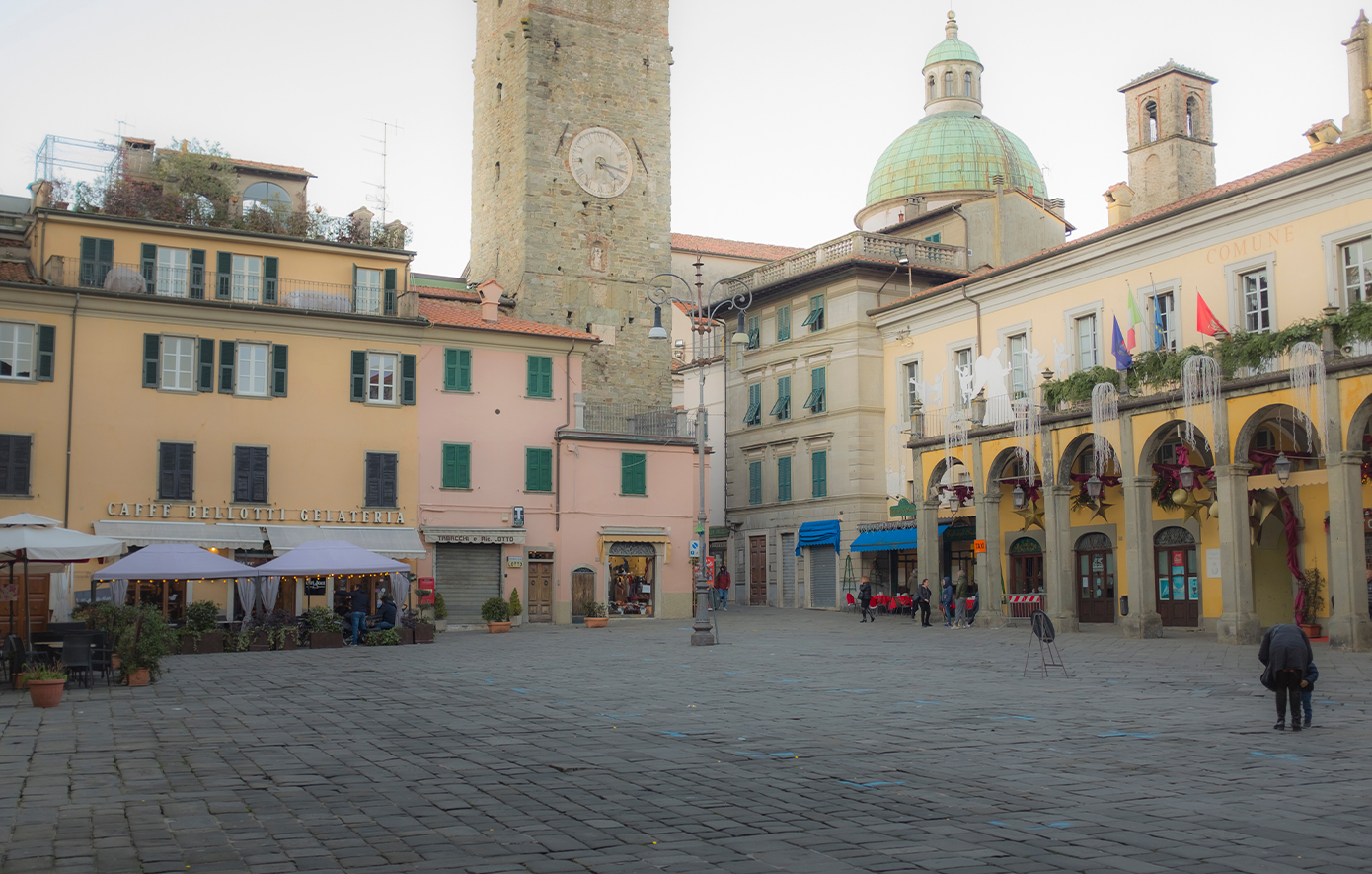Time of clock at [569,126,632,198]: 4:16
